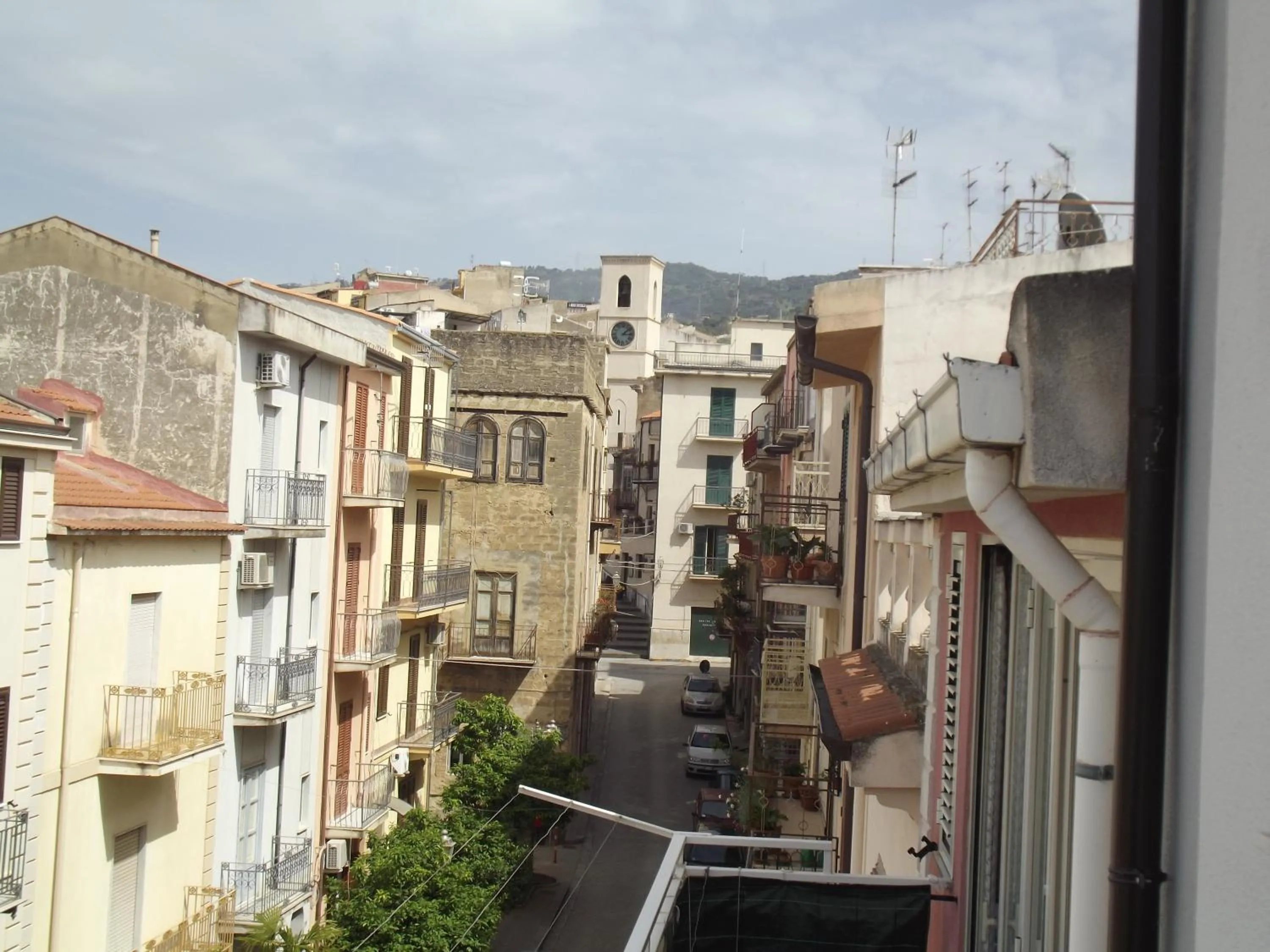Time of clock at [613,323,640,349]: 3:08
